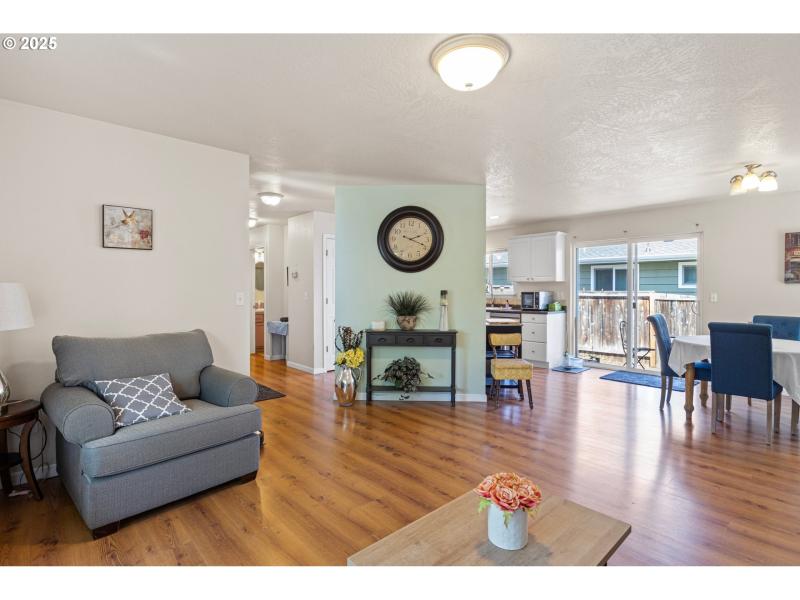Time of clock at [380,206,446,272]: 2:18
